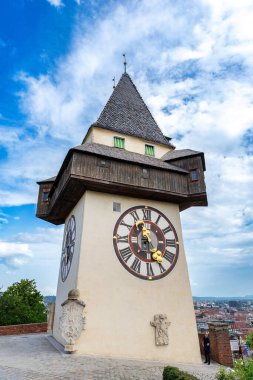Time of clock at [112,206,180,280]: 11:28
